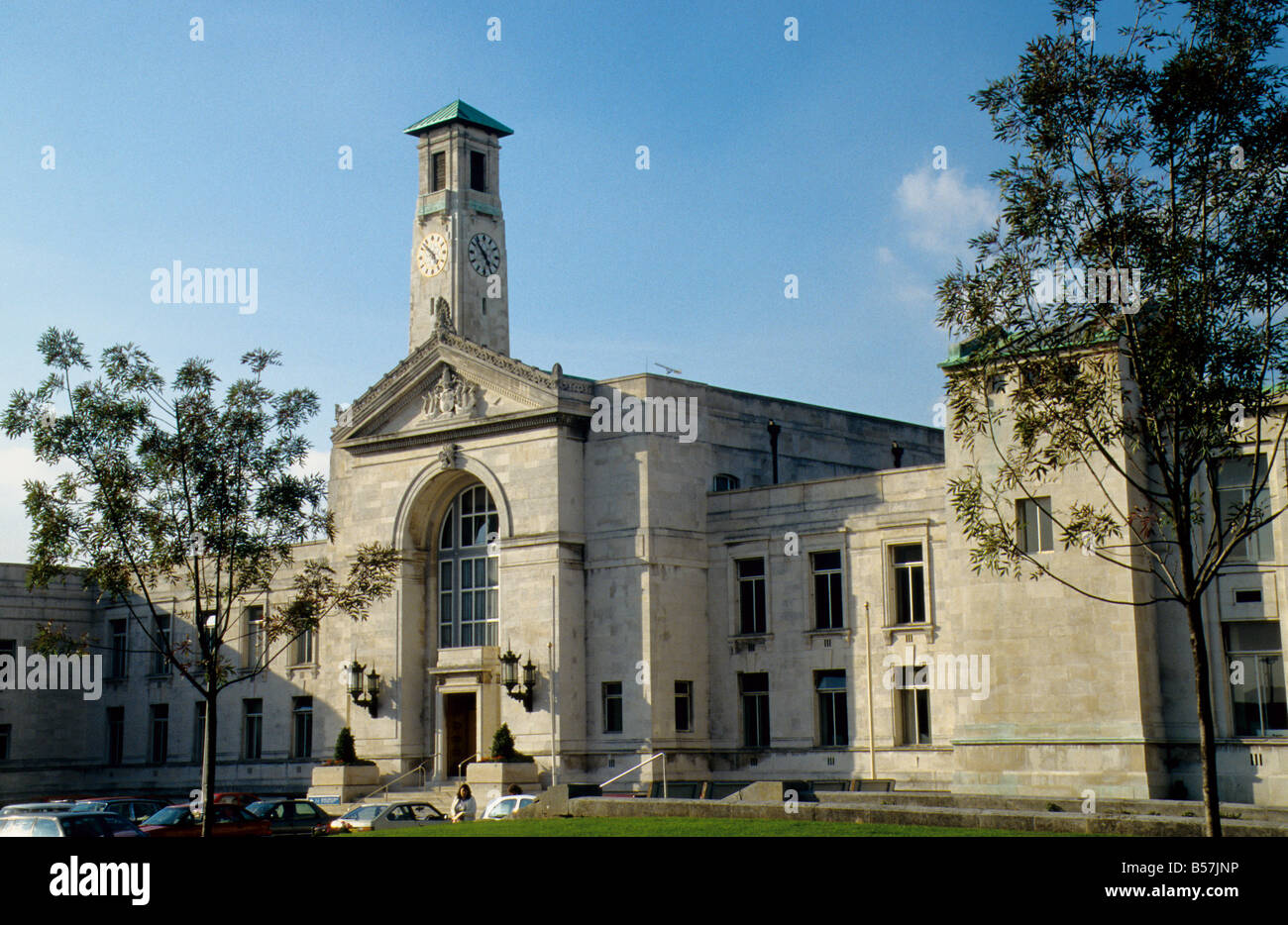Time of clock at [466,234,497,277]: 4:52
